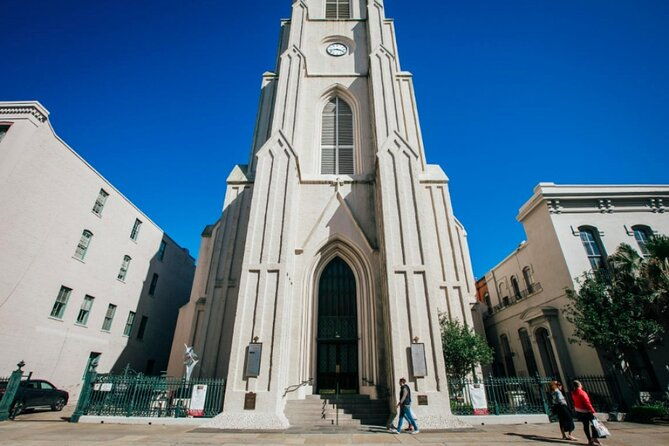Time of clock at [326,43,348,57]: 3:43
